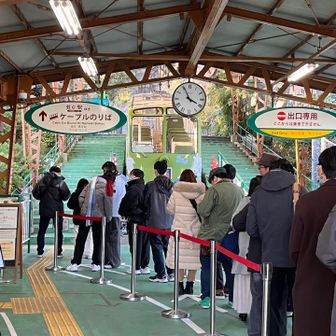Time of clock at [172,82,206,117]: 3:55
